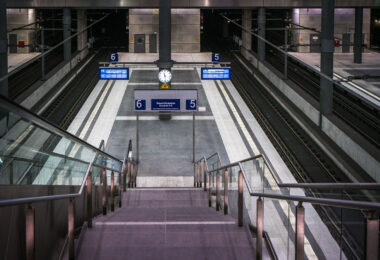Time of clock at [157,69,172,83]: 11:28
